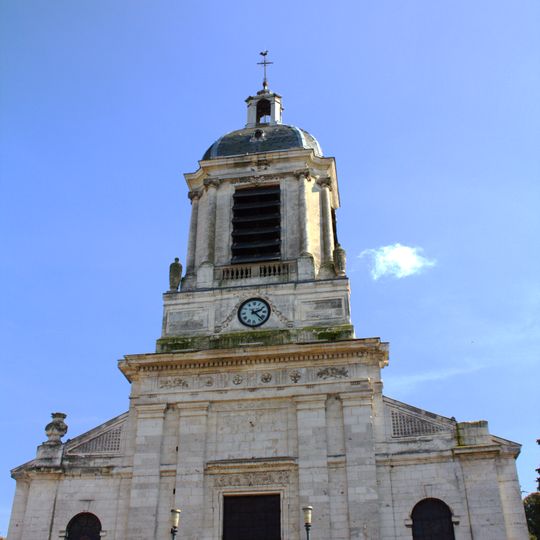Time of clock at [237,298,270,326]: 2:22
